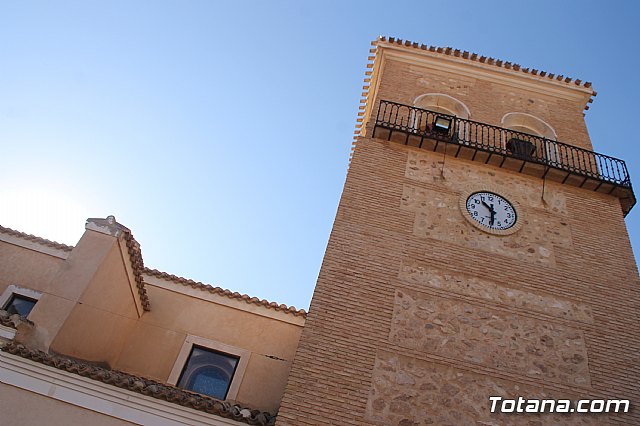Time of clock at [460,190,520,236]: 10:30
